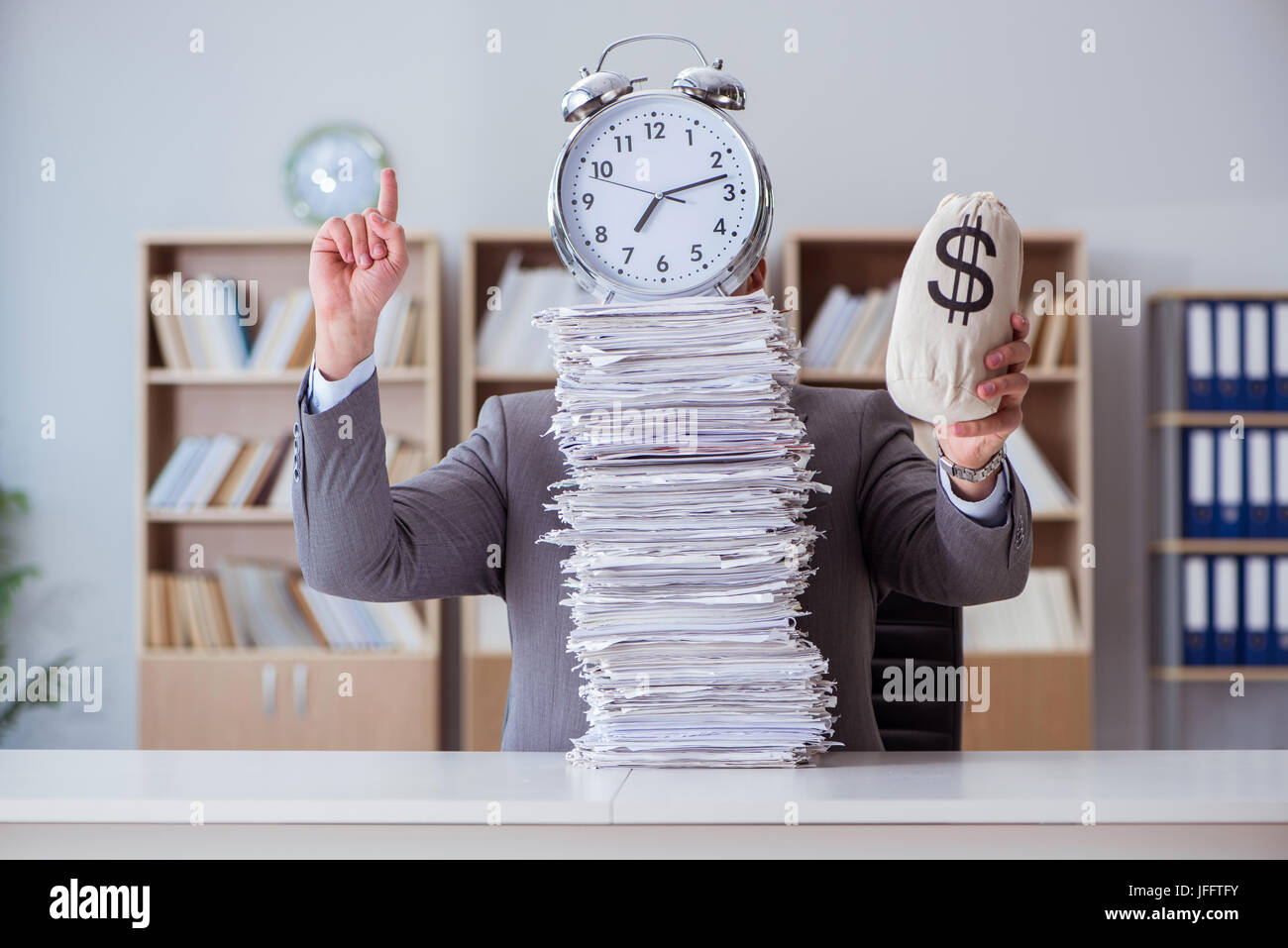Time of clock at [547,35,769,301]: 7:12
